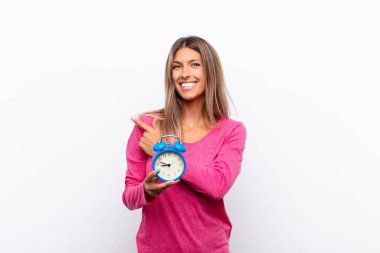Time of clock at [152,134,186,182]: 8:47
